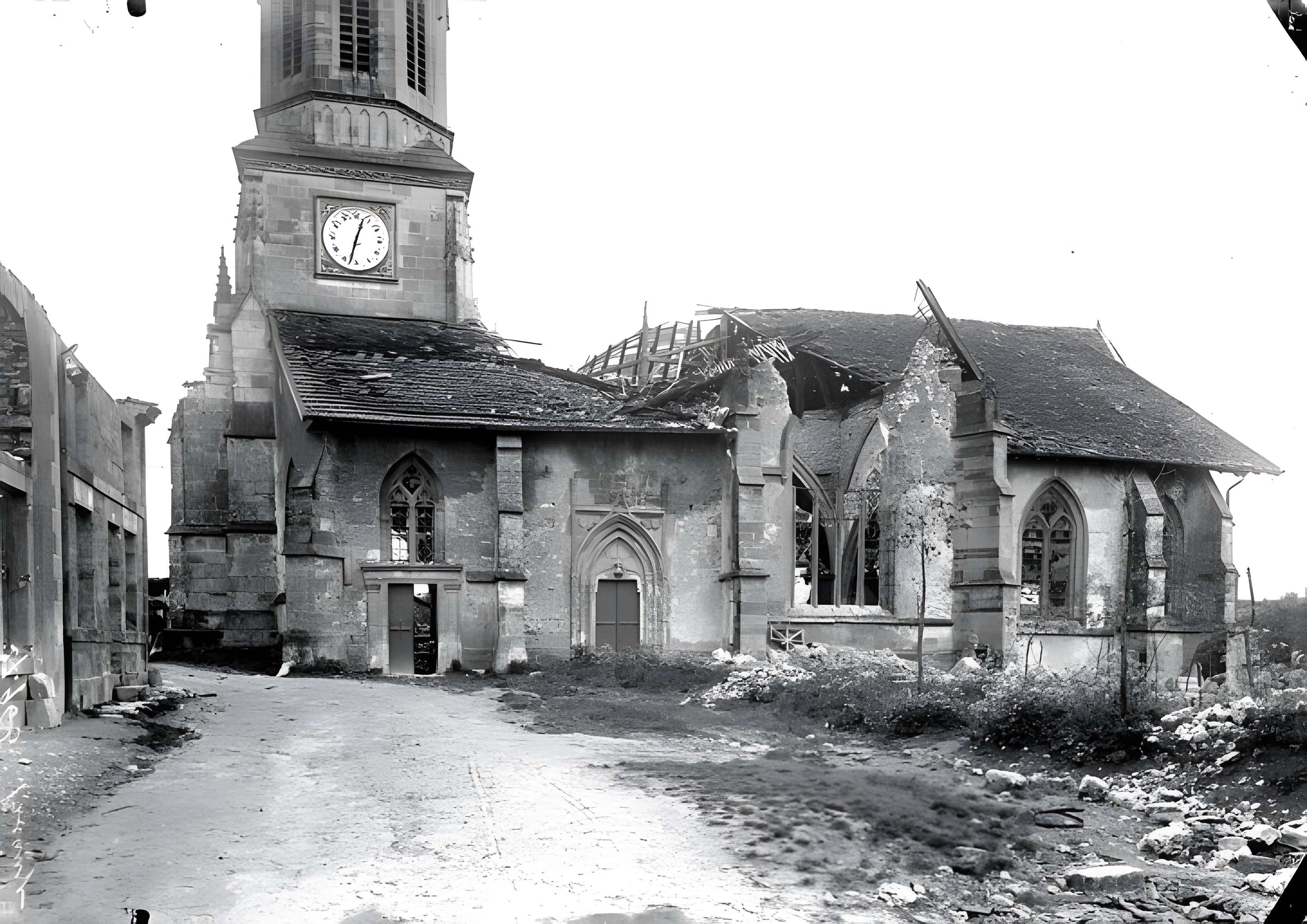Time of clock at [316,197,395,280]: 12:32
